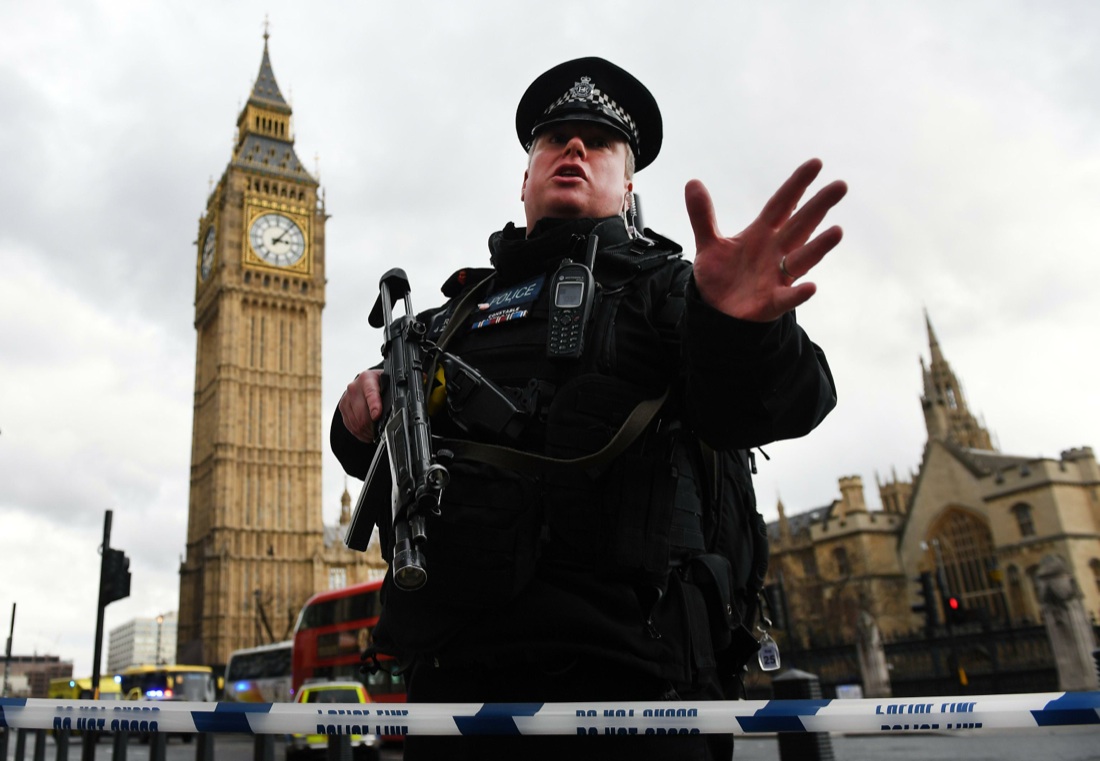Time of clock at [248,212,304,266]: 3:06
